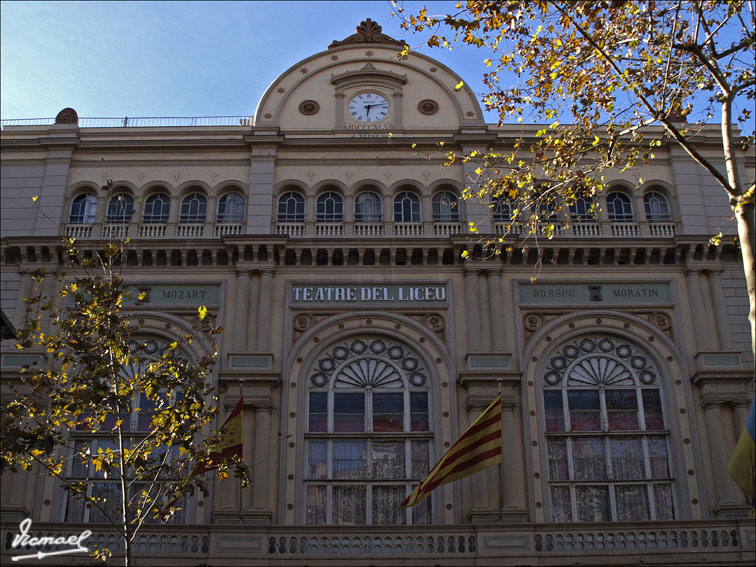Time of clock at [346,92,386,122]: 6:12
